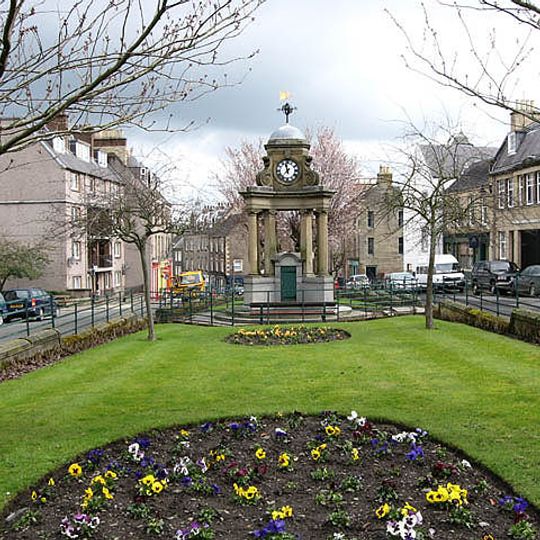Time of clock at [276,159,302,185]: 11:36
